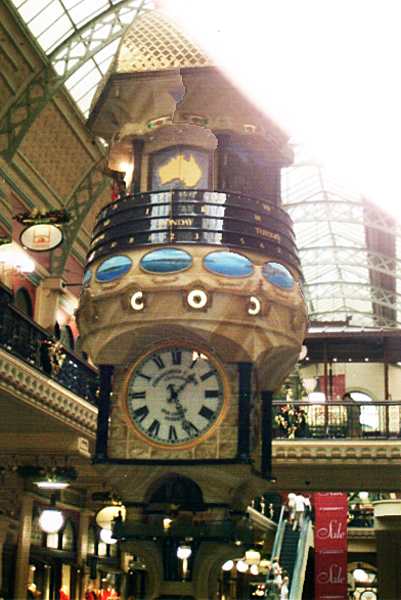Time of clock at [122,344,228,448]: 1:26
